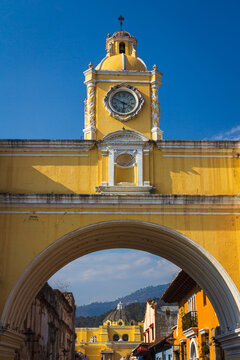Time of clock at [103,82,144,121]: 5:49
